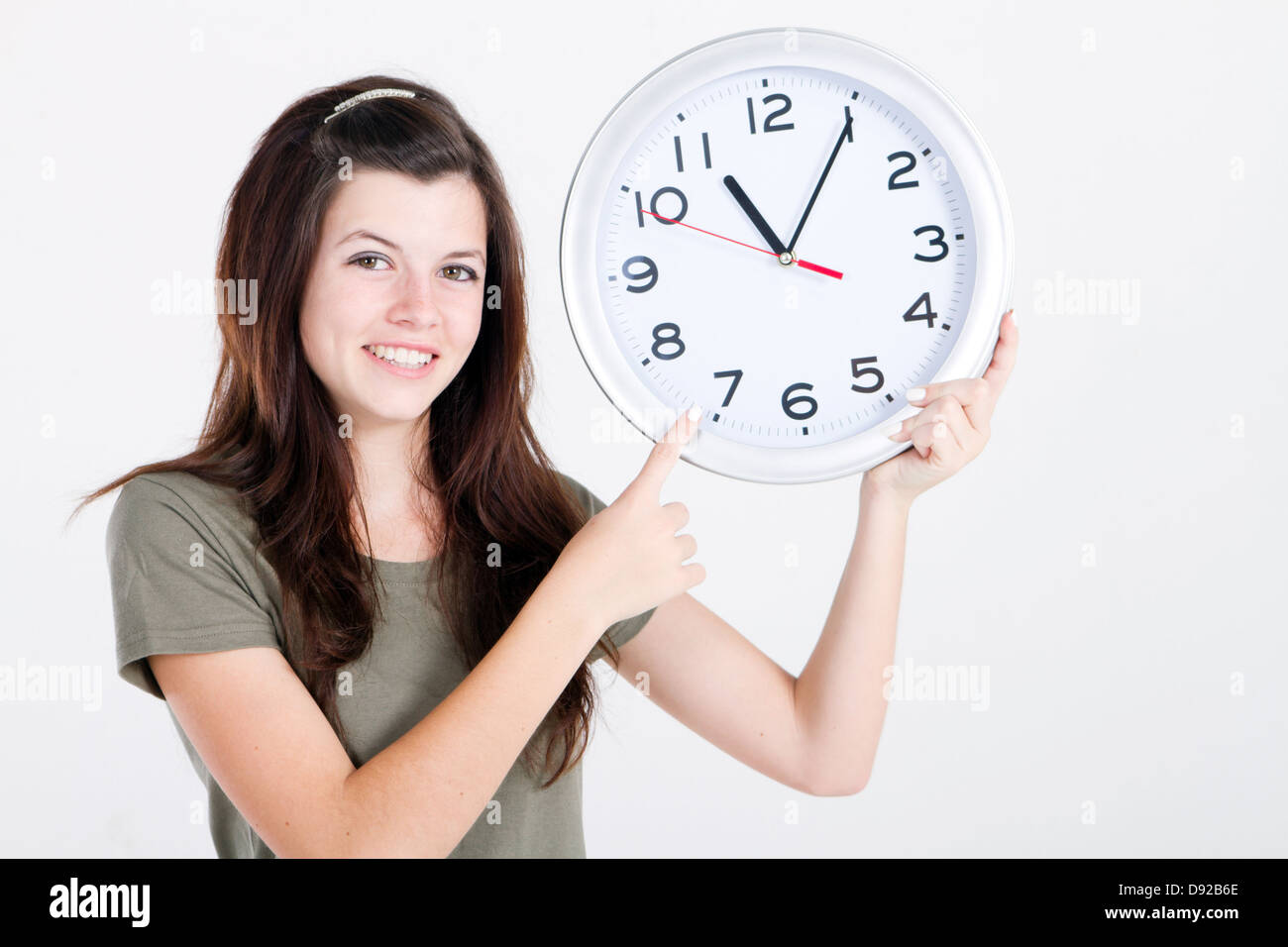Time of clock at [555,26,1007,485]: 11:05
